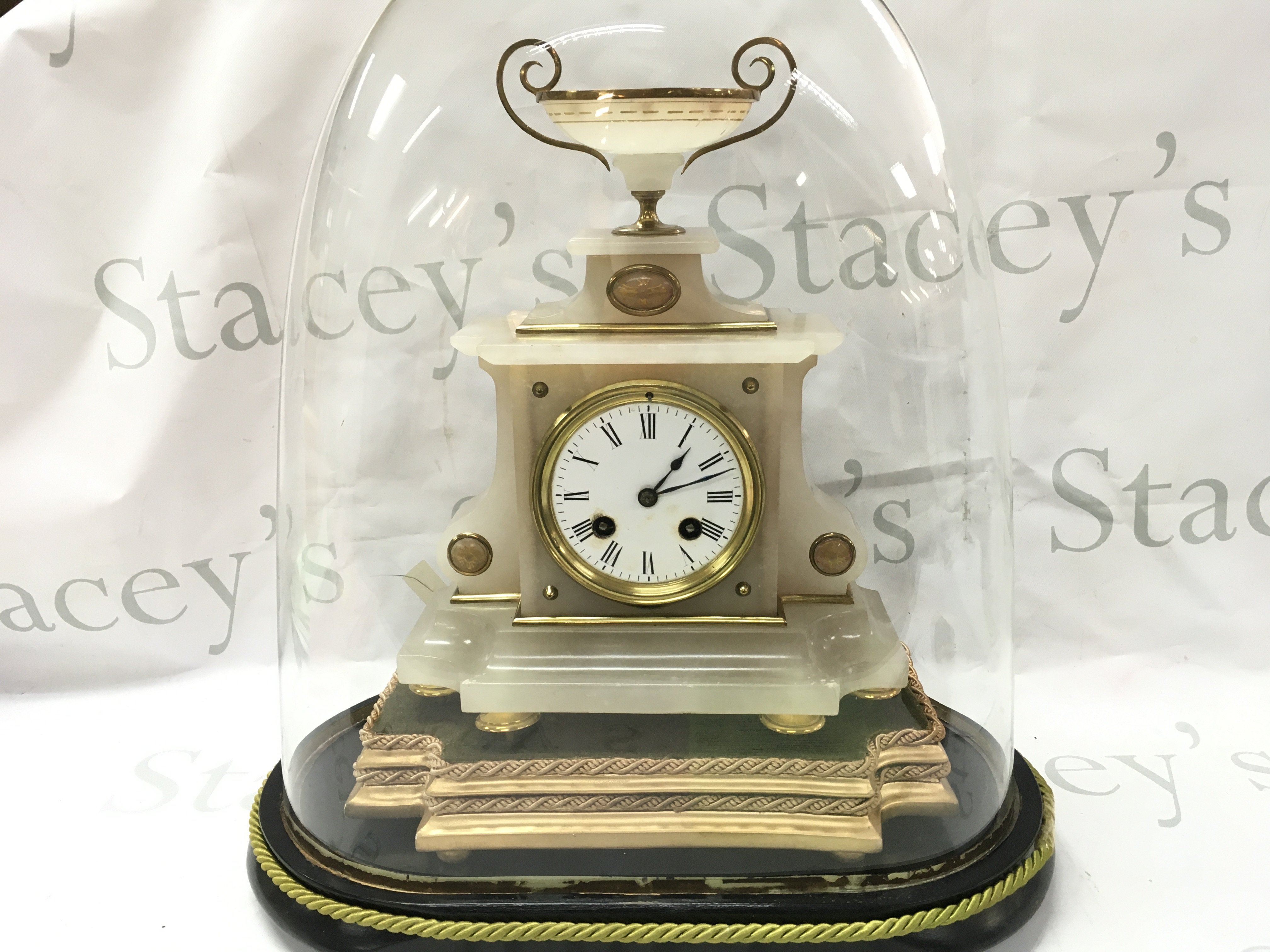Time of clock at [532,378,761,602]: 1:11
